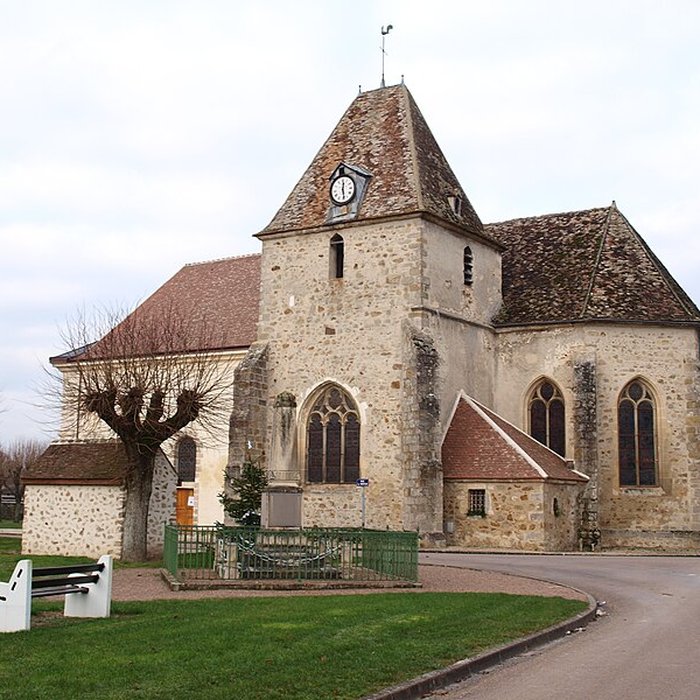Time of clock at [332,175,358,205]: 12:28
